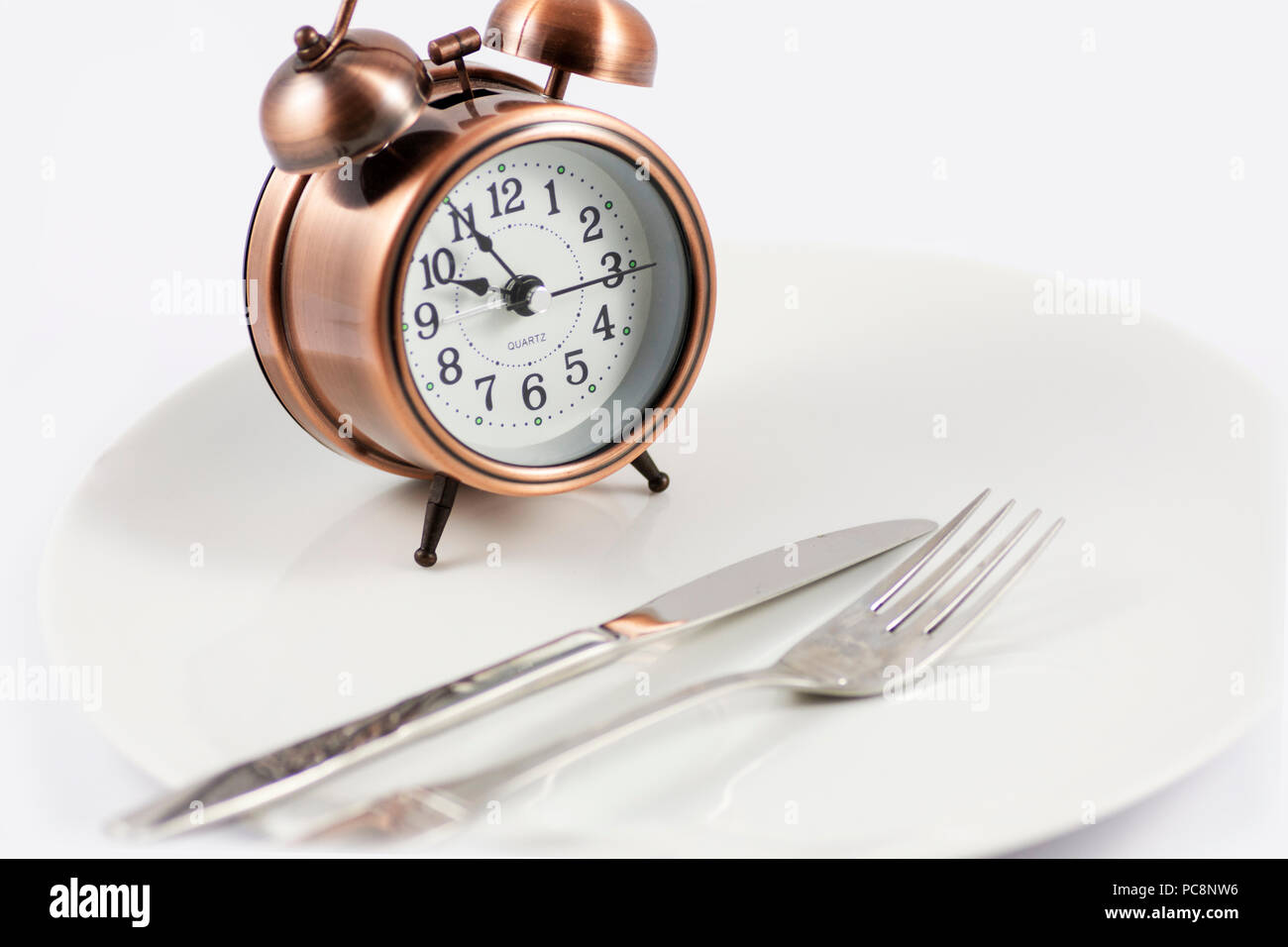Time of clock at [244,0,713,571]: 9:54
